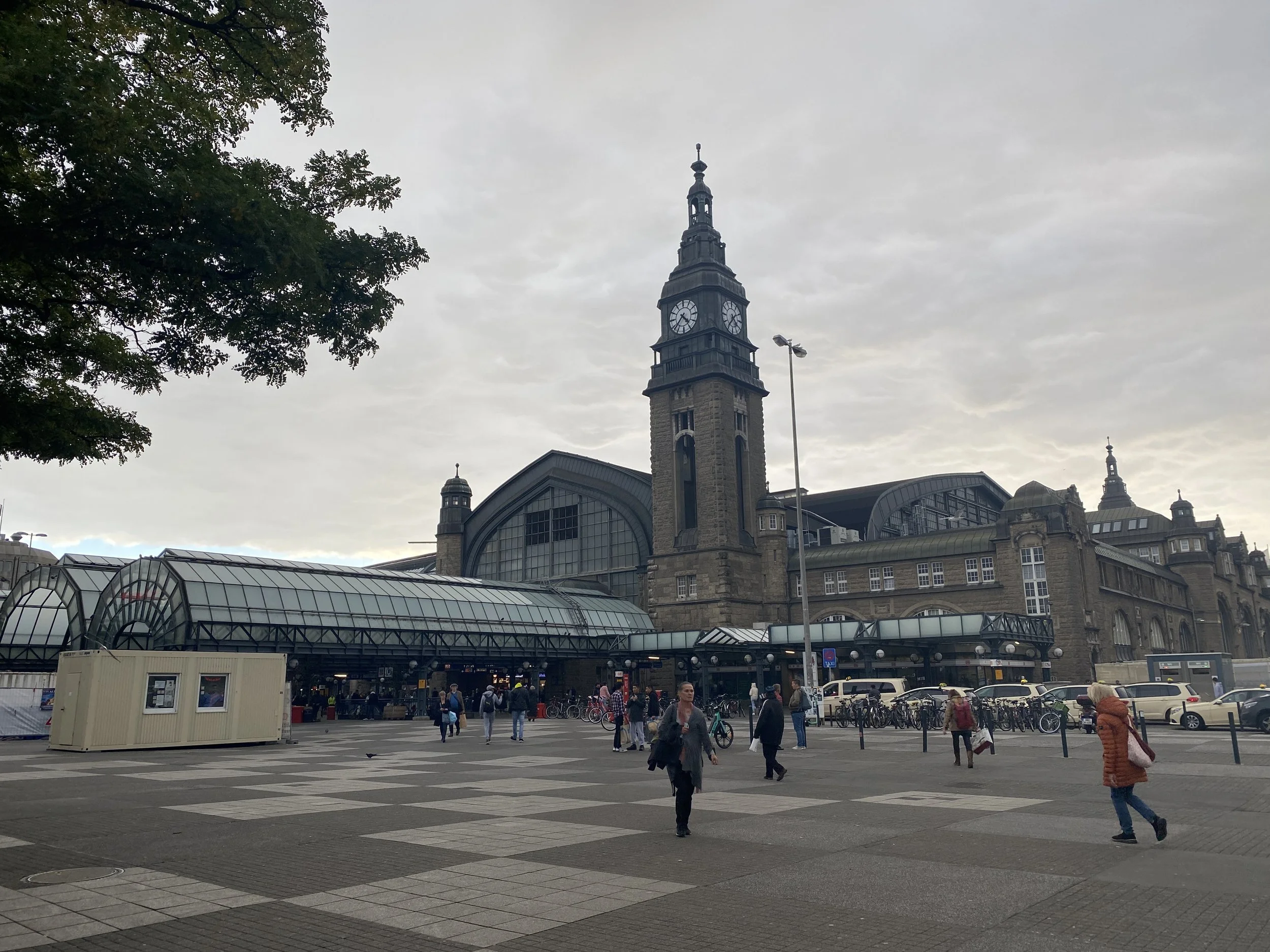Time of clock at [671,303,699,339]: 4:37
